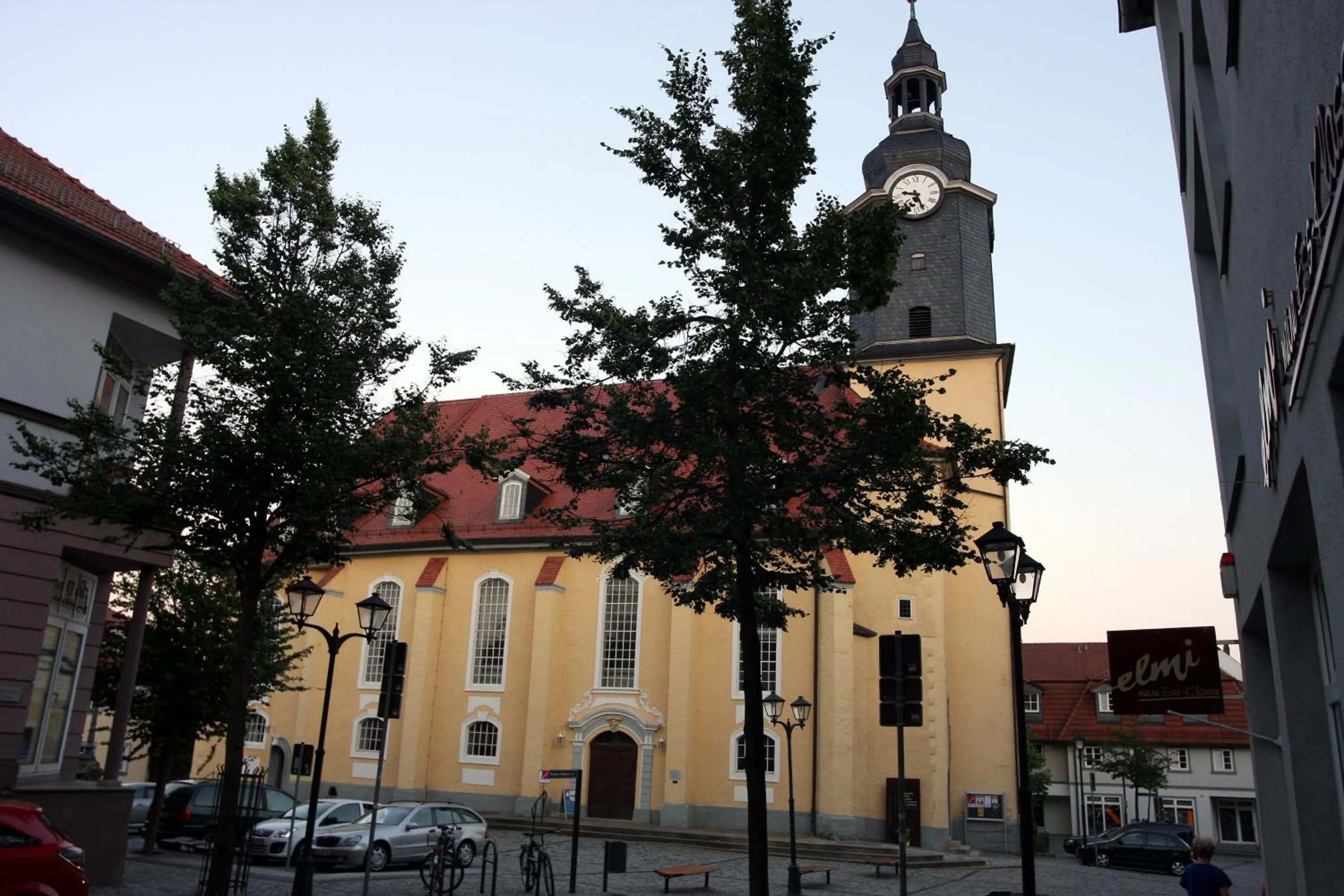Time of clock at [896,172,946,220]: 9:26
